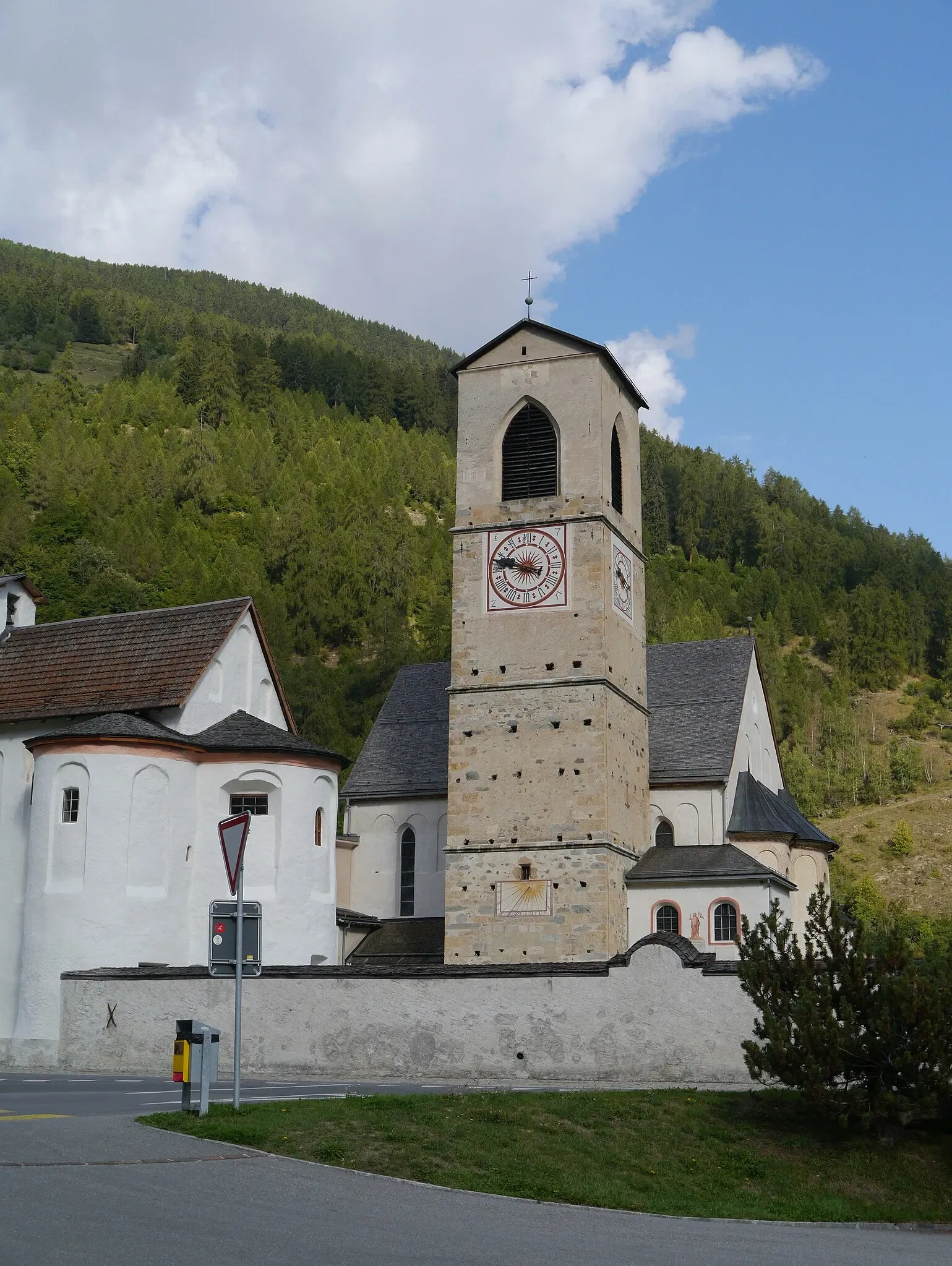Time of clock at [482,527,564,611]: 9:47
